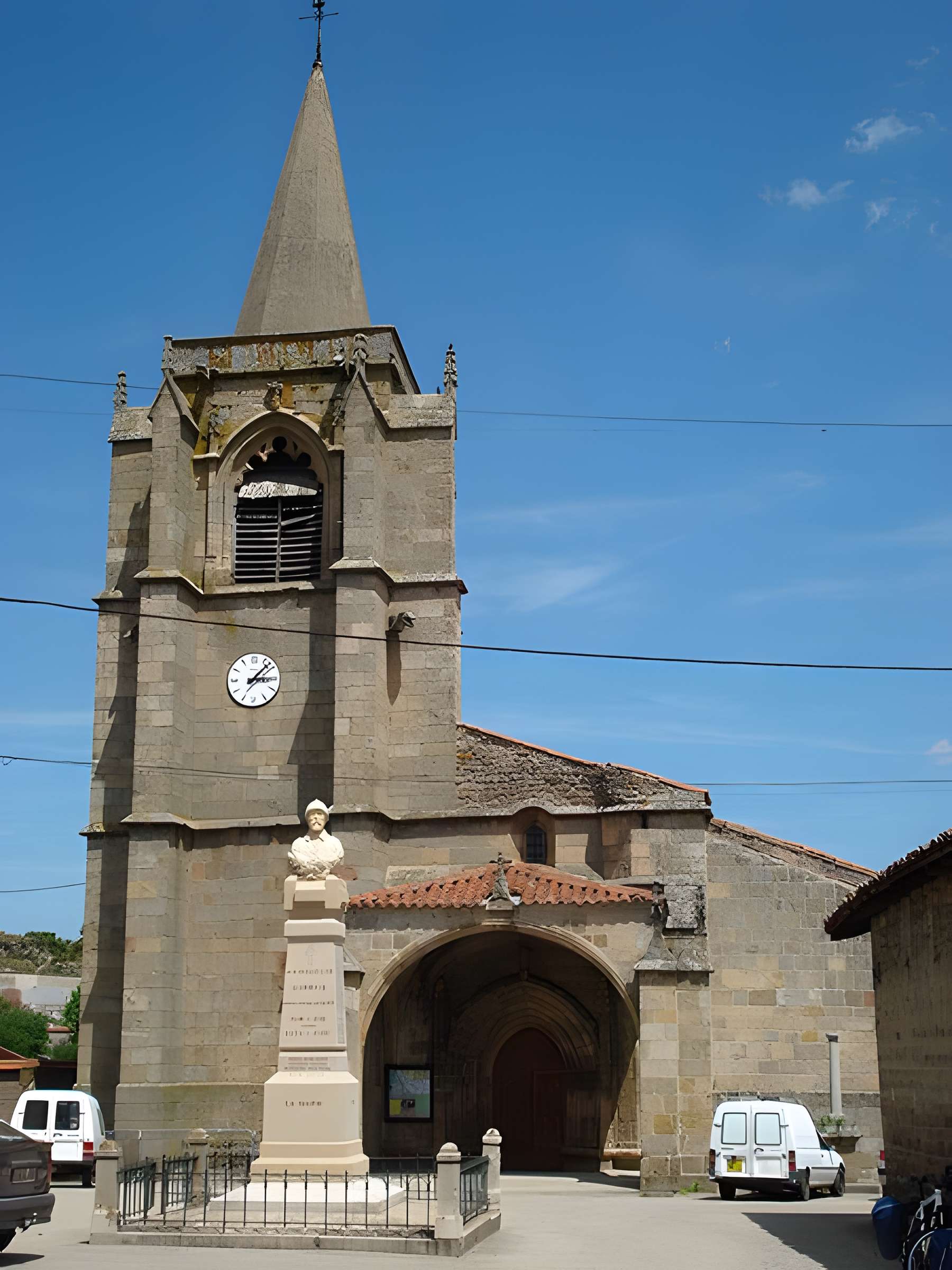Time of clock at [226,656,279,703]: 3:07
